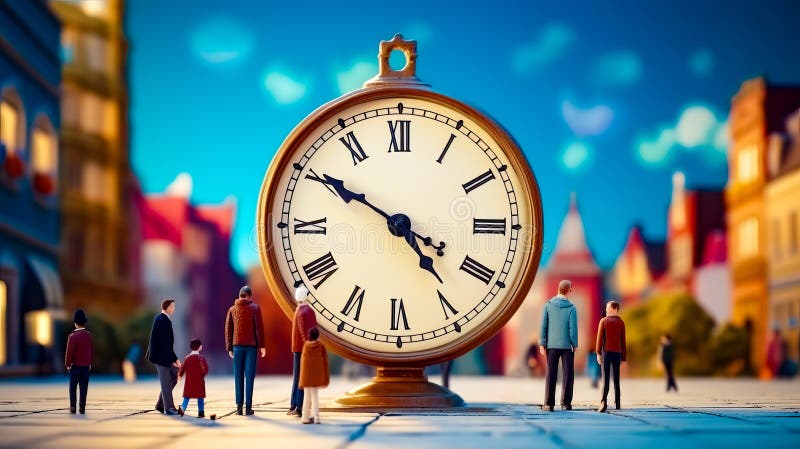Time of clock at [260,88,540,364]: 4:50
